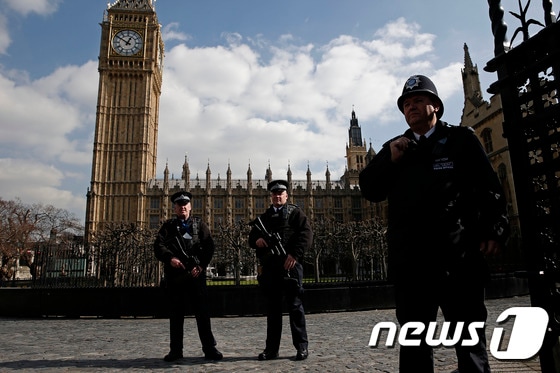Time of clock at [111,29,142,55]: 12:50
